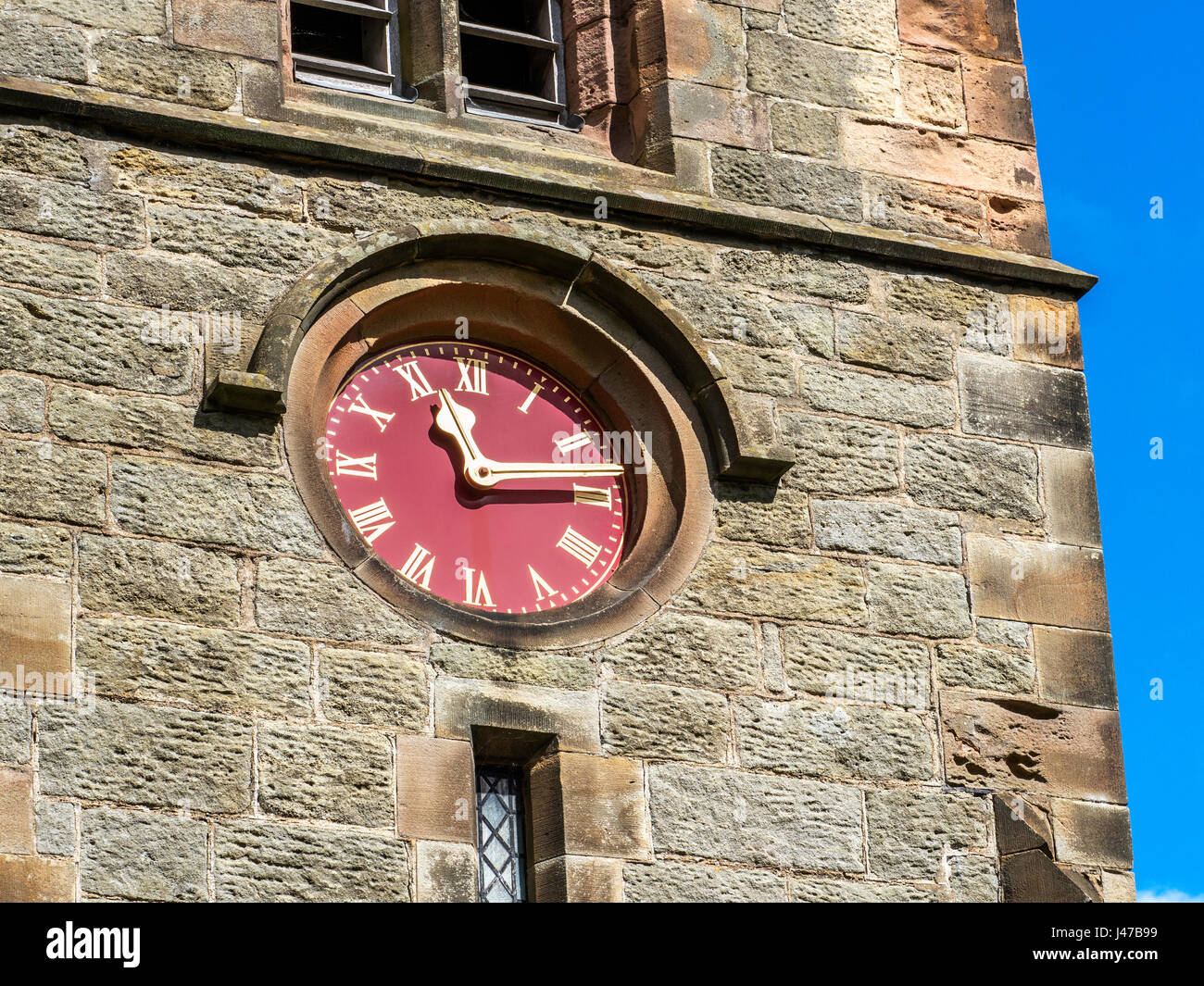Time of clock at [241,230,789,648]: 11:13
